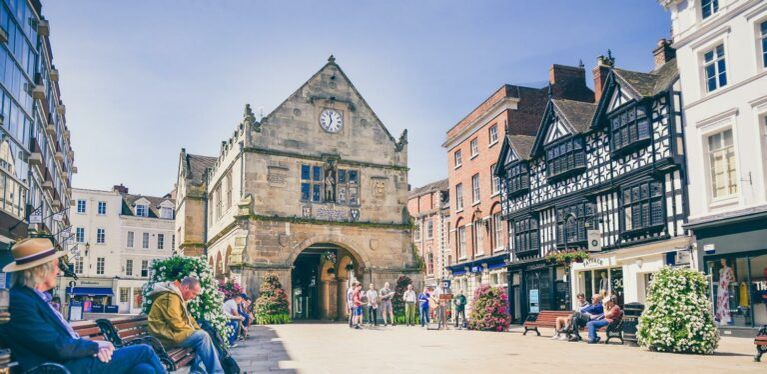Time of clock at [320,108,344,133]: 11:33
